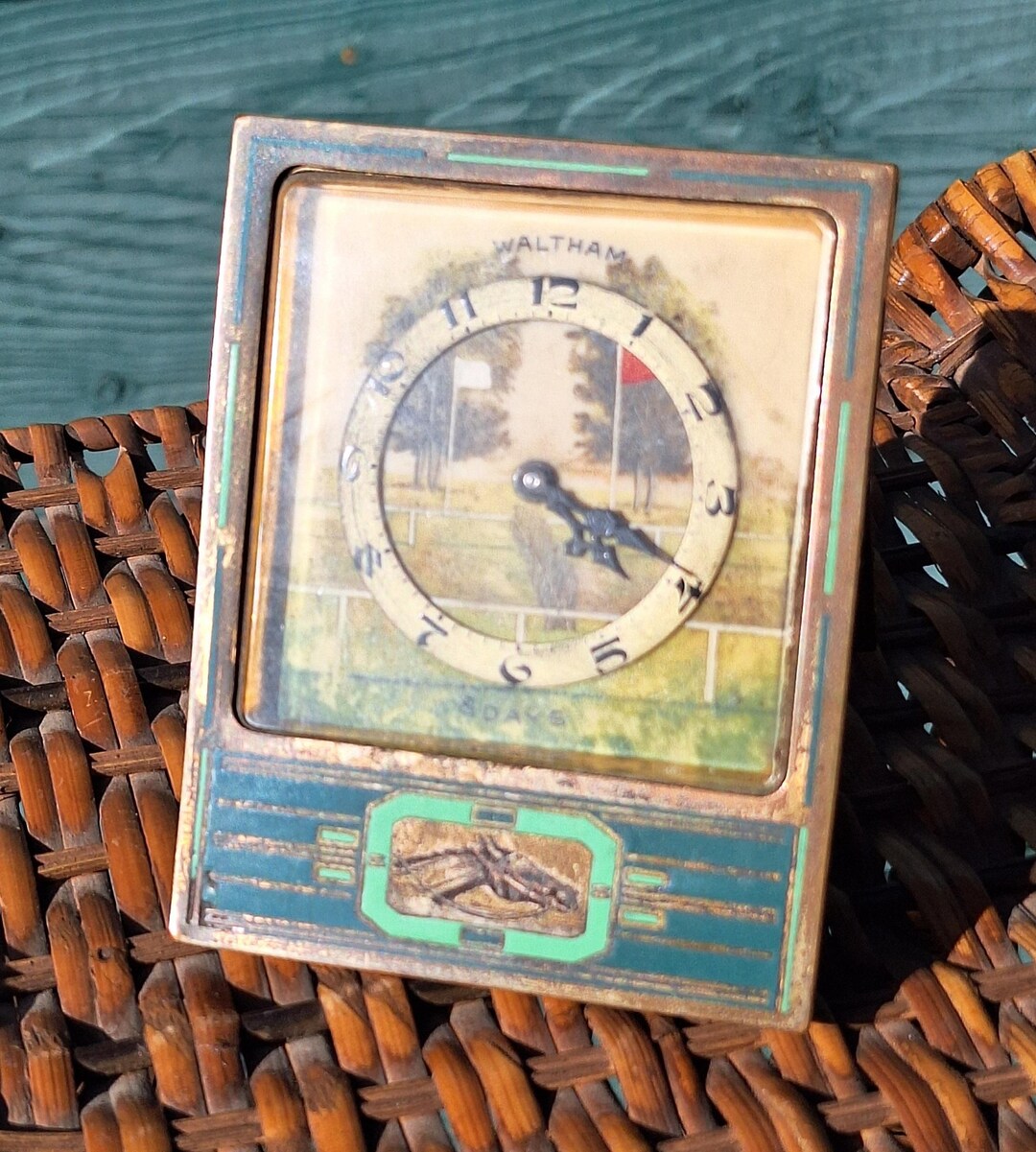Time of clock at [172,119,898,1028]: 4:18
